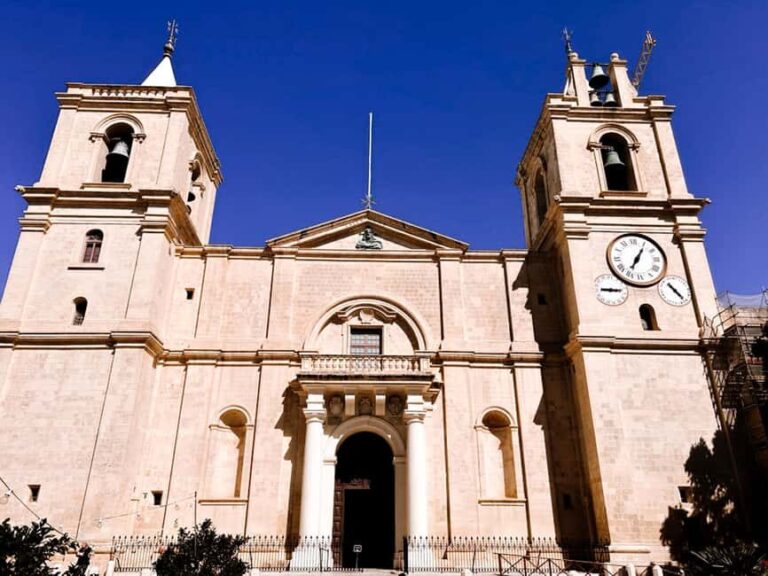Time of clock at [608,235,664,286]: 7:05
